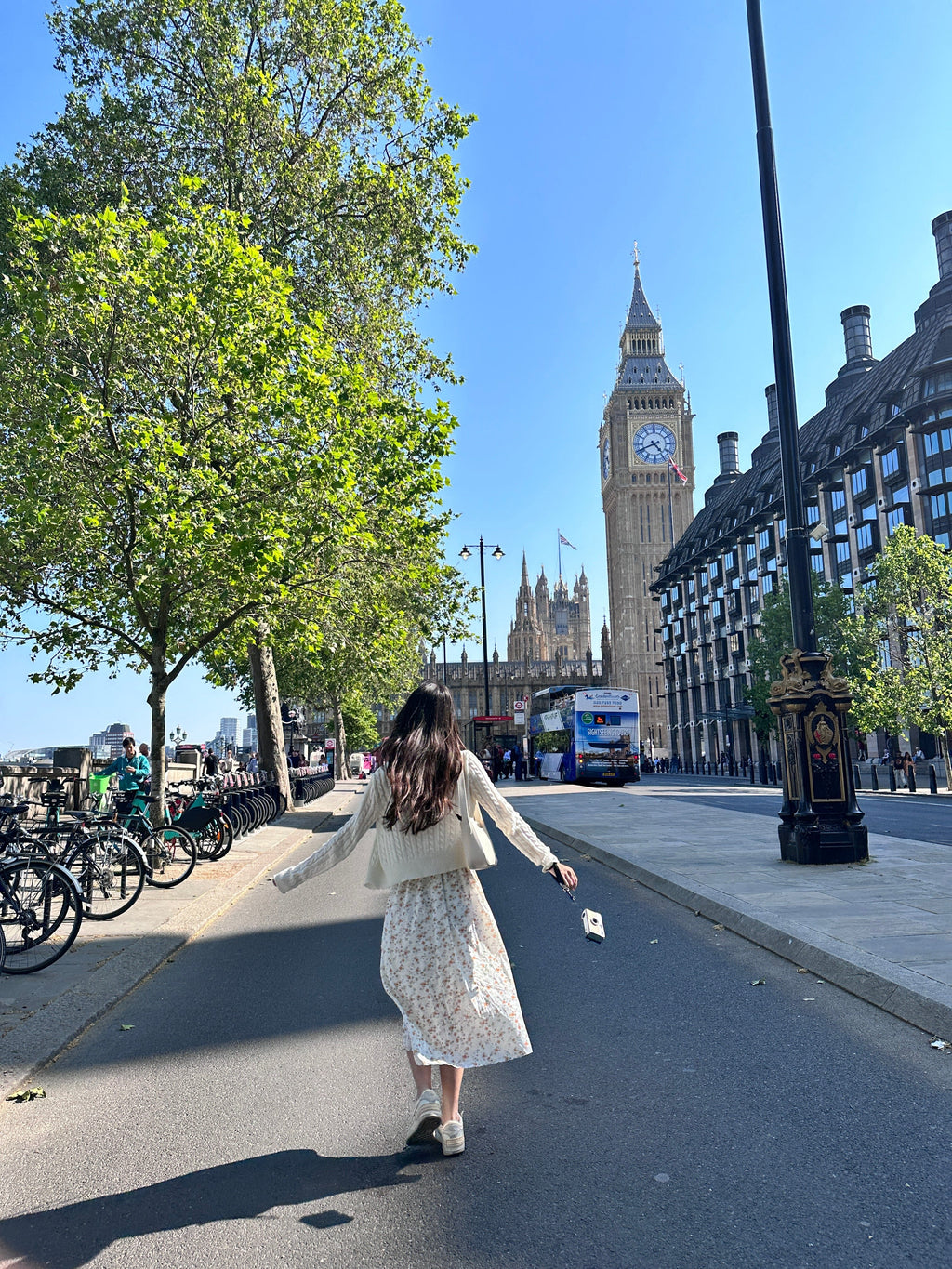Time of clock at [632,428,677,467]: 4:41
